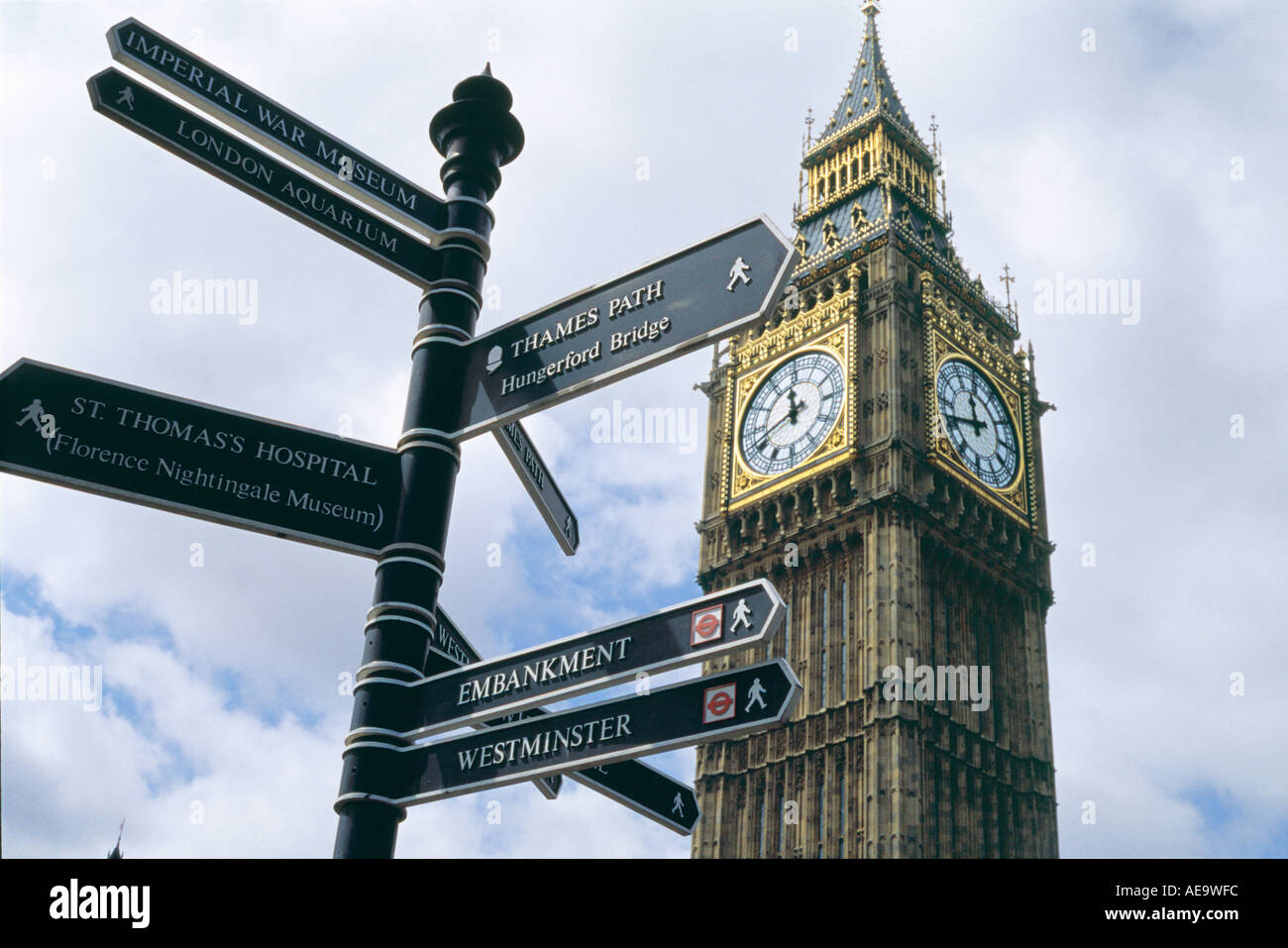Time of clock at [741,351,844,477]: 11:41
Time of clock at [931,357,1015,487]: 11:41
